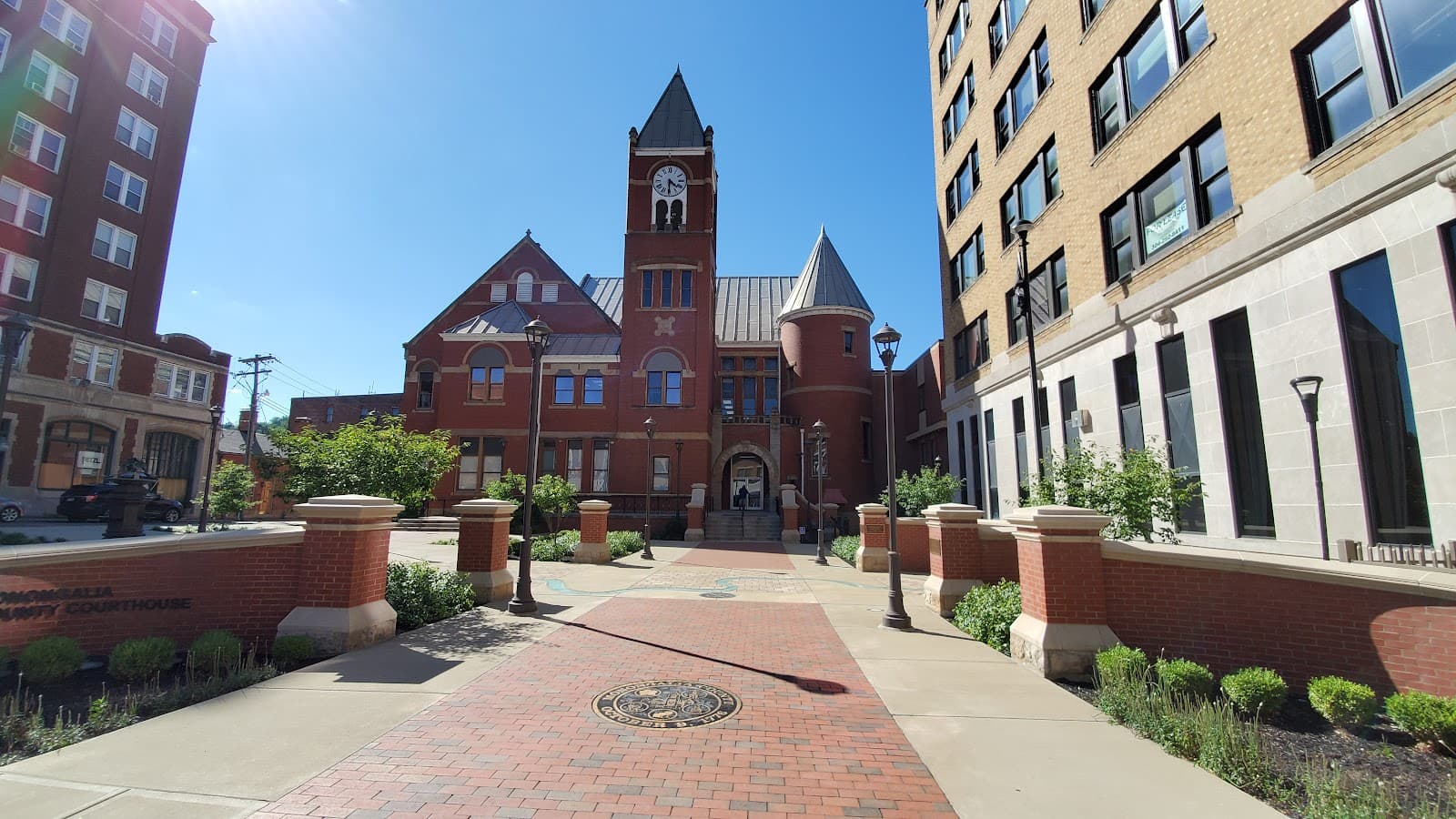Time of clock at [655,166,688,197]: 4:30
